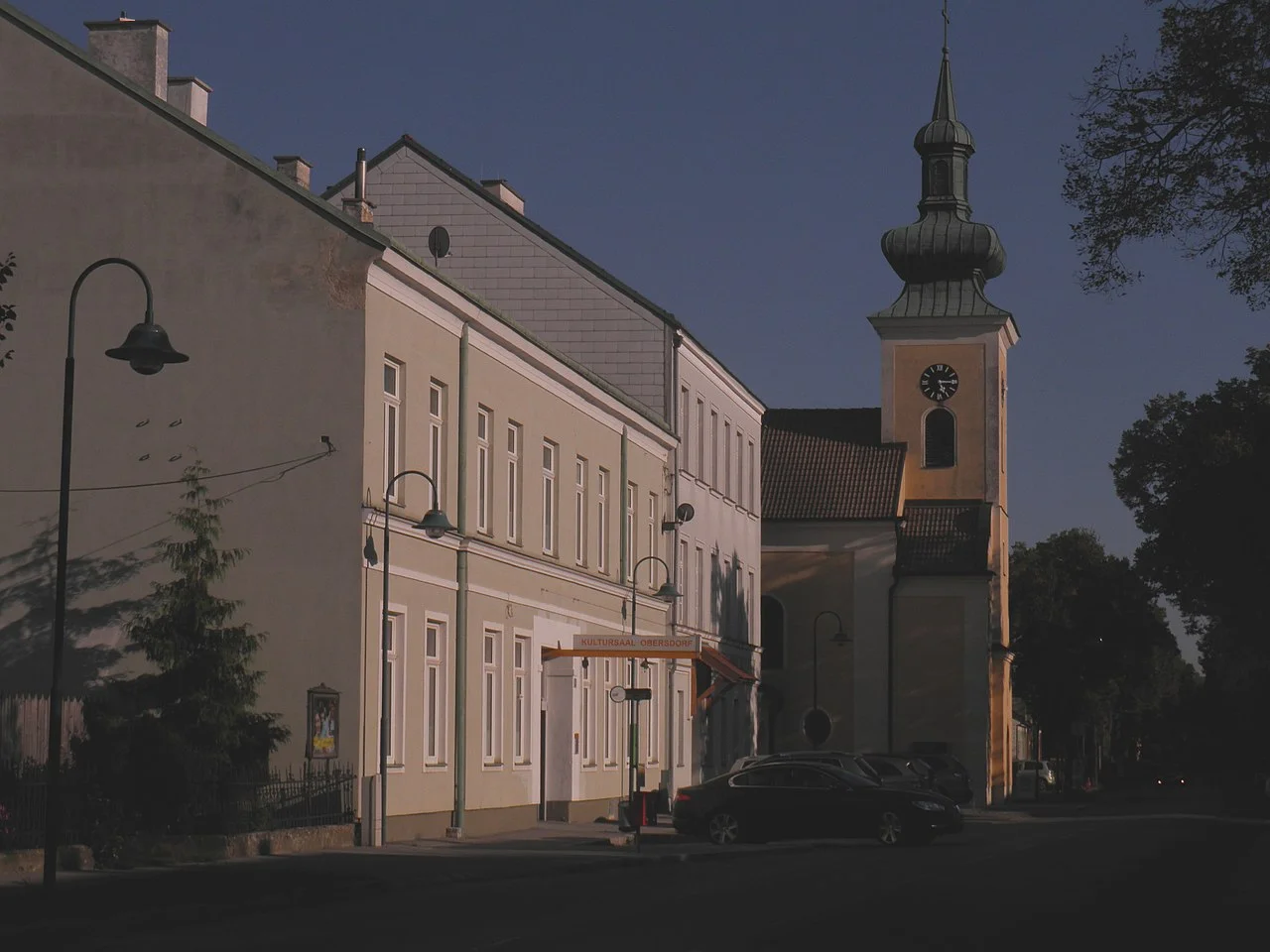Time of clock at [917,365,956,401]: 5:14
